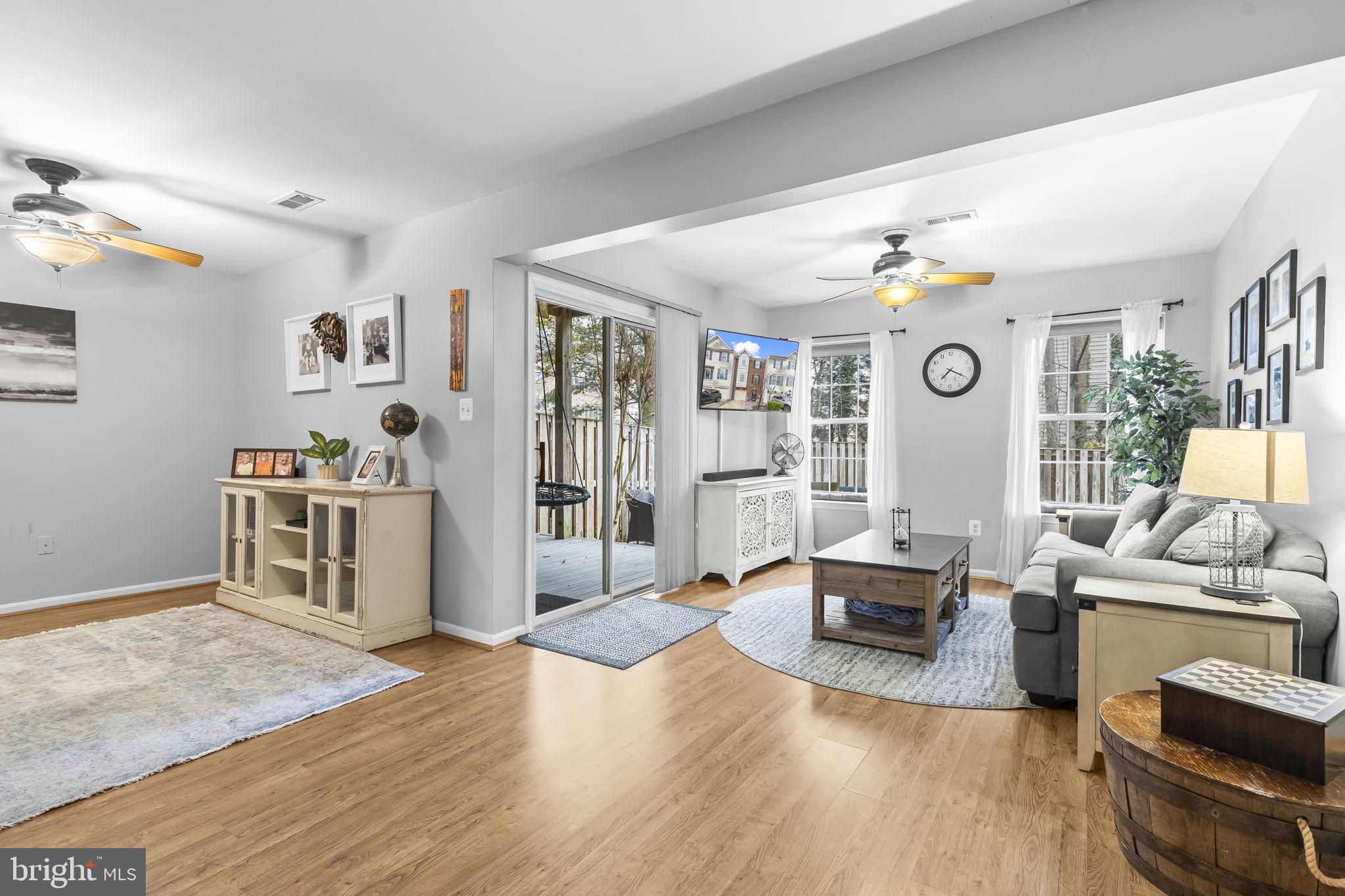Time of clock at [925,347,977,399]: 7:19
